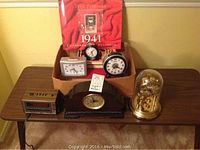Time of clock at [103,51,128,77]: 7:20
